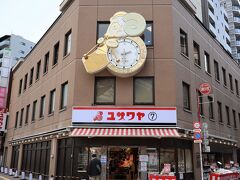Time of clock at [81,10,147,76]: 2:29
